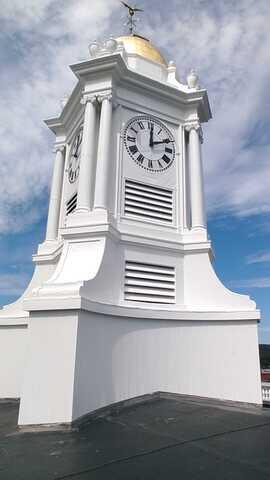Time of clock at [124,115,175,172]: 12:10
